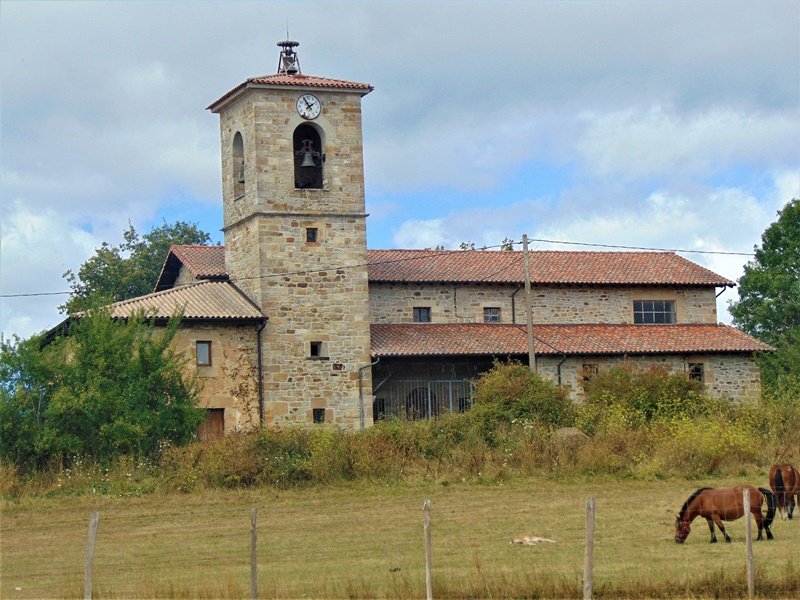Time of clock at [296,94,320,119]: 1:55
